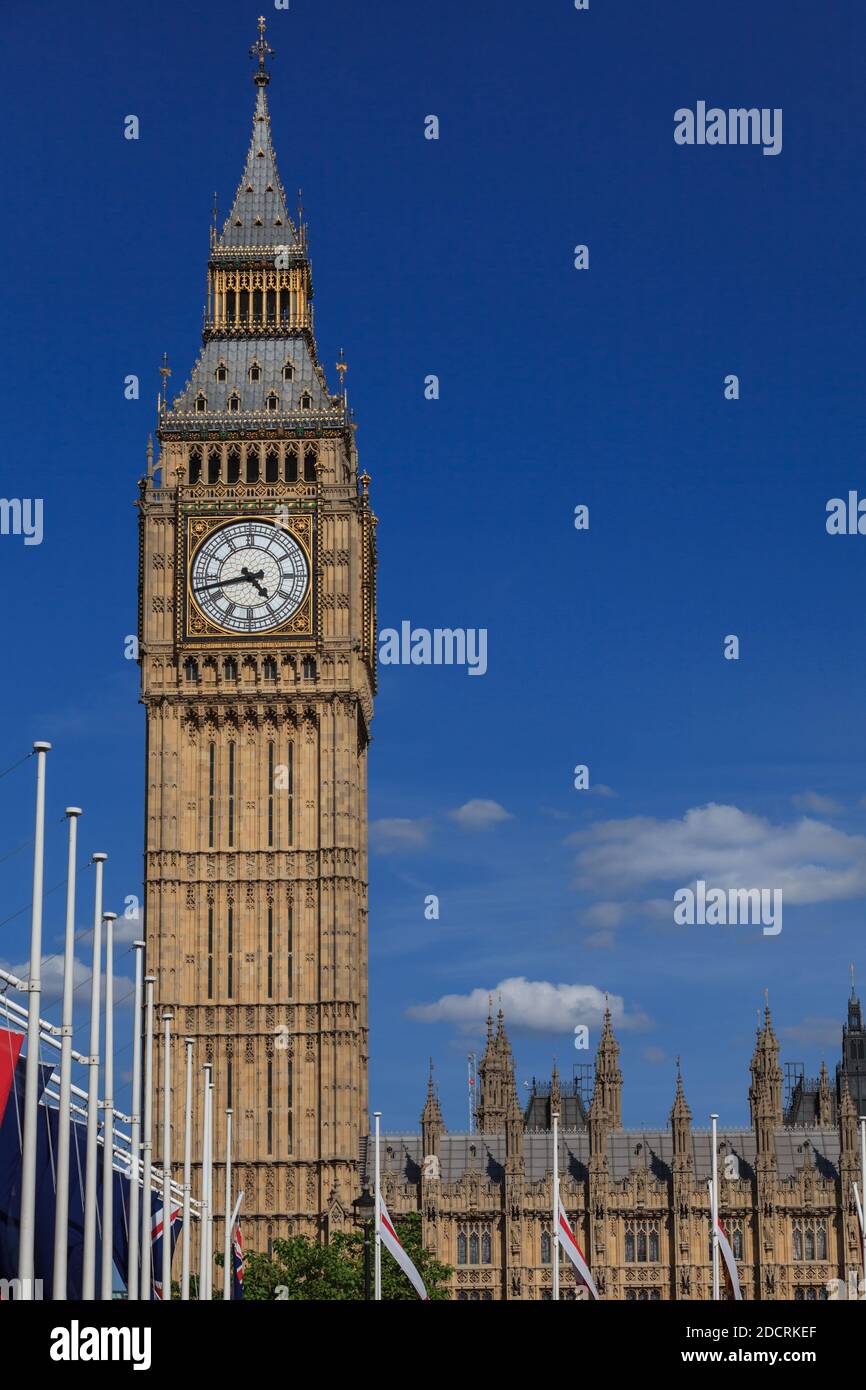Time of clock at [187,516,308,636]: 4:42
